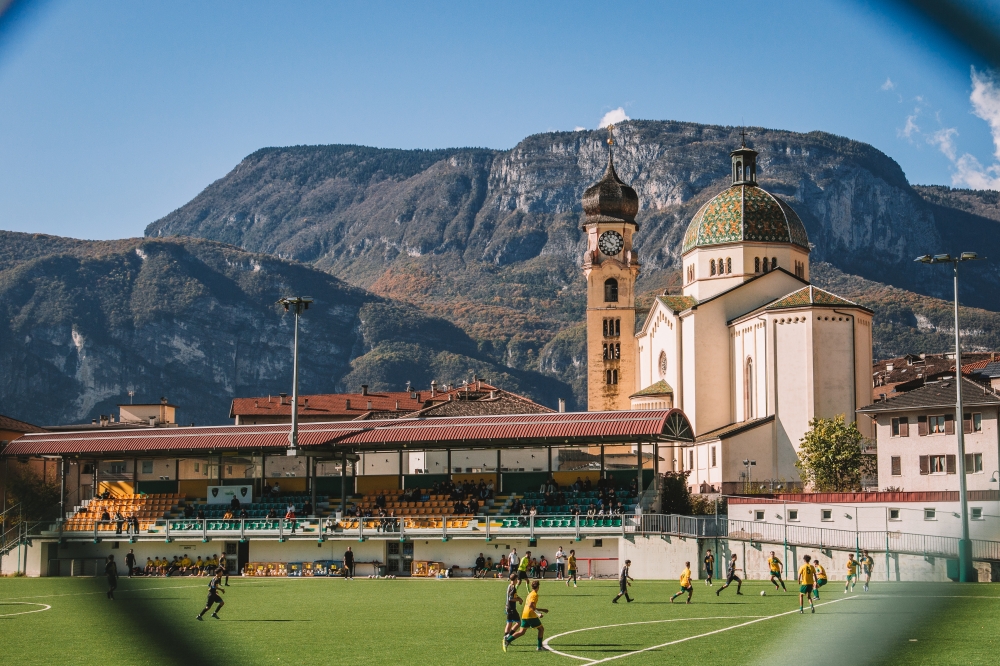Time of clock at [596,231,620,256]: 10:48
